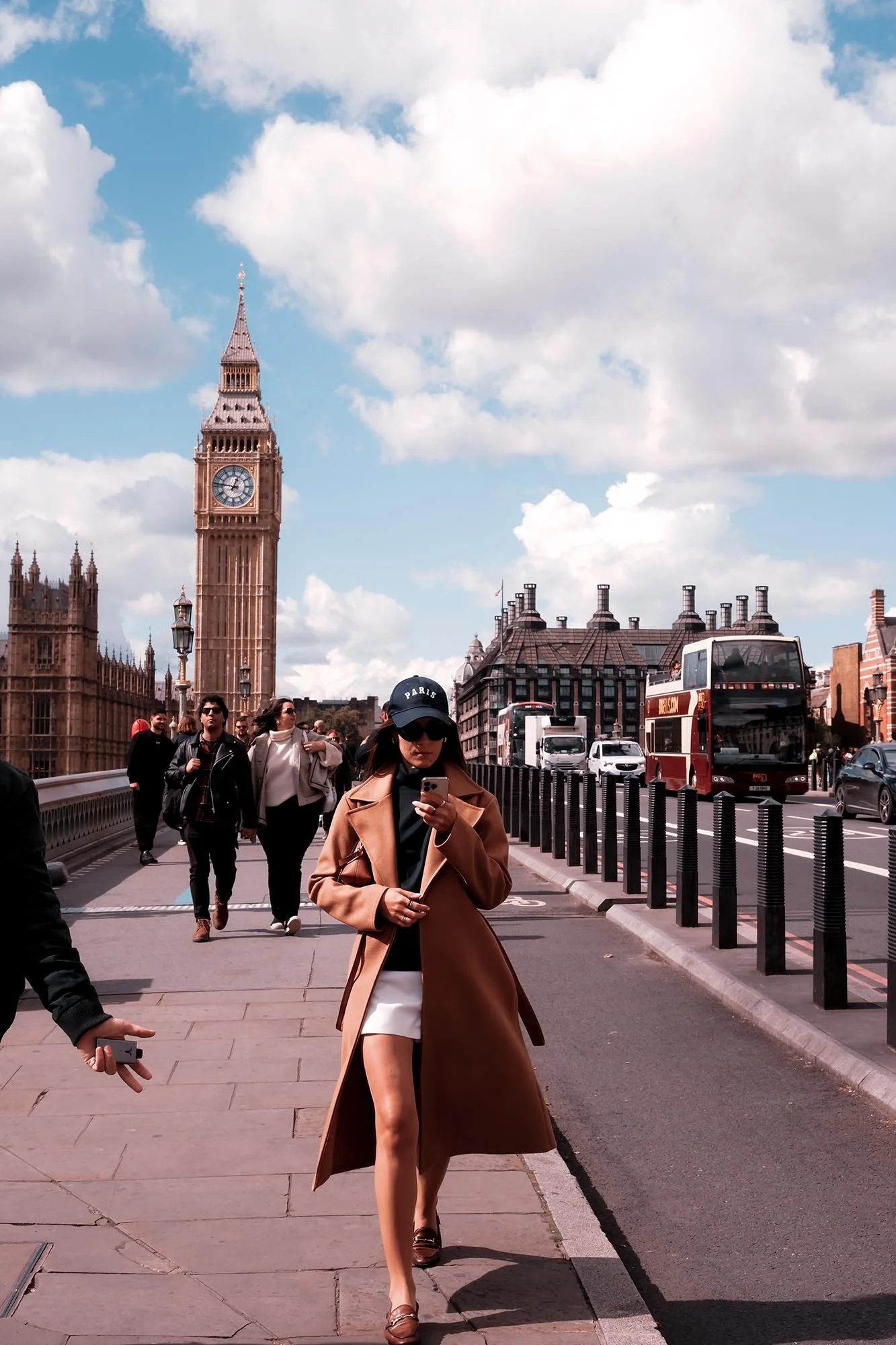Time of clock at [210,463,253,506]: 12:47
